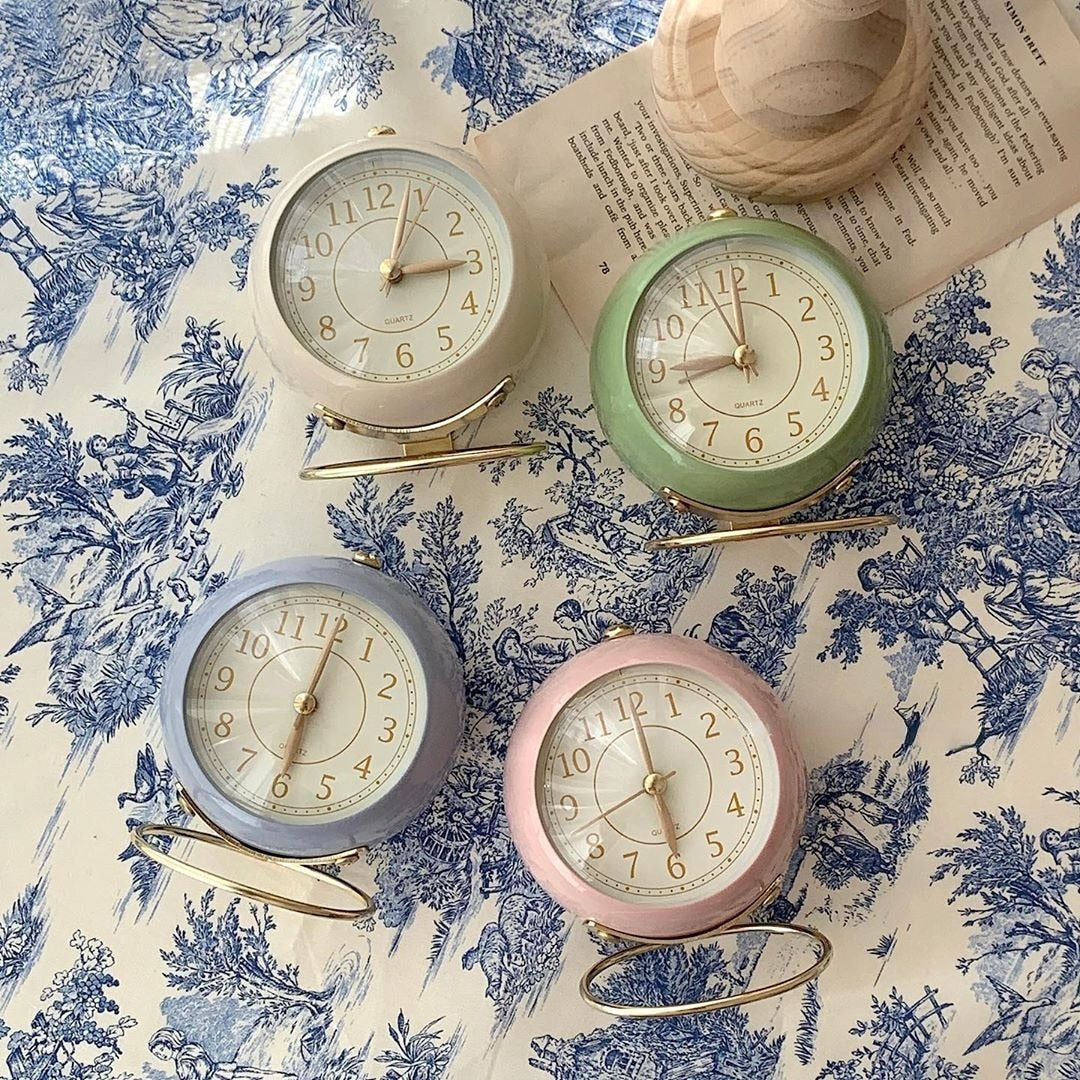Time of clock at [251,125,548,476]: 3:03
